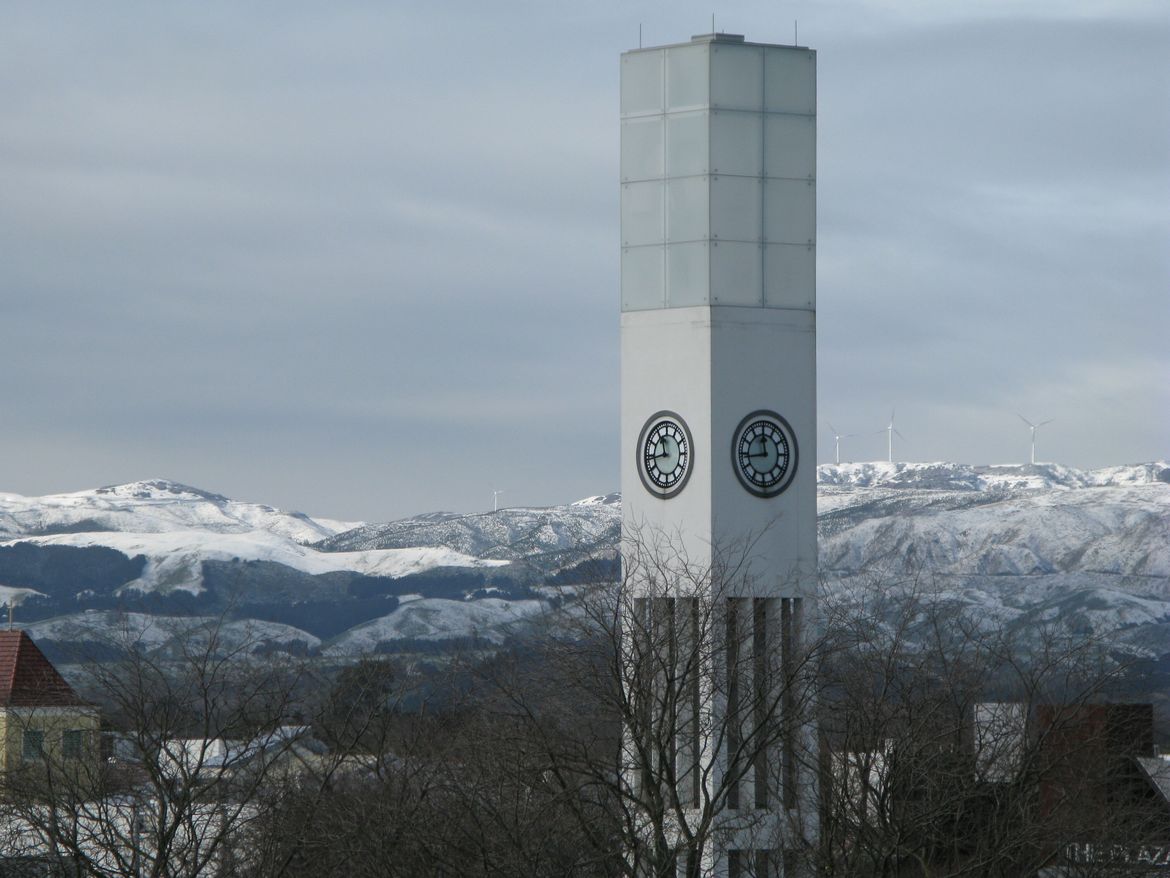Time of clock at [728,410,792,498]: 11:43
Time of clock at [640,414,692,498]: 11:43
